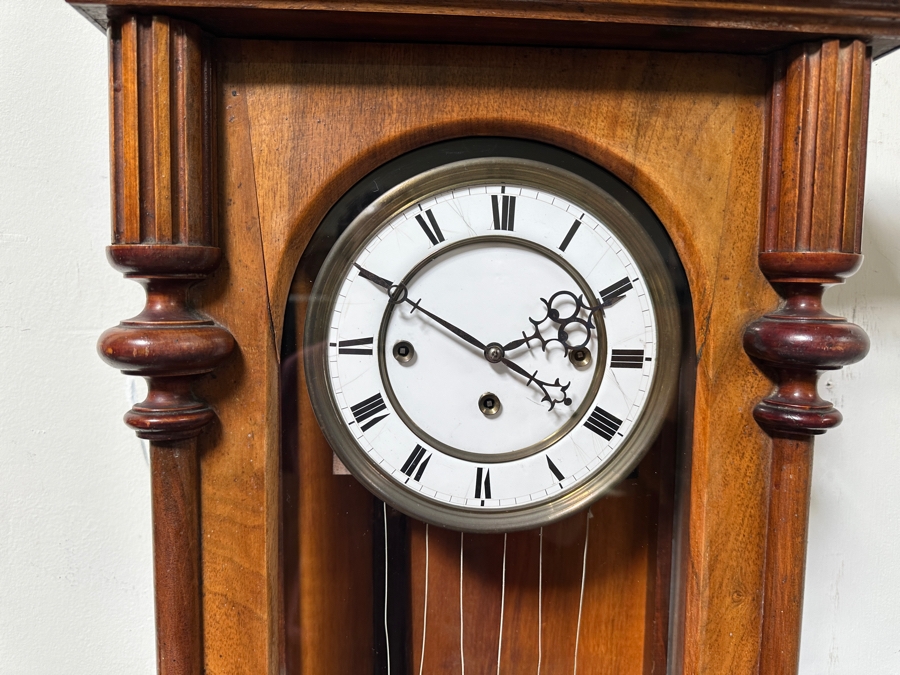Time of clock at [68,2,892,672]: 3:49
